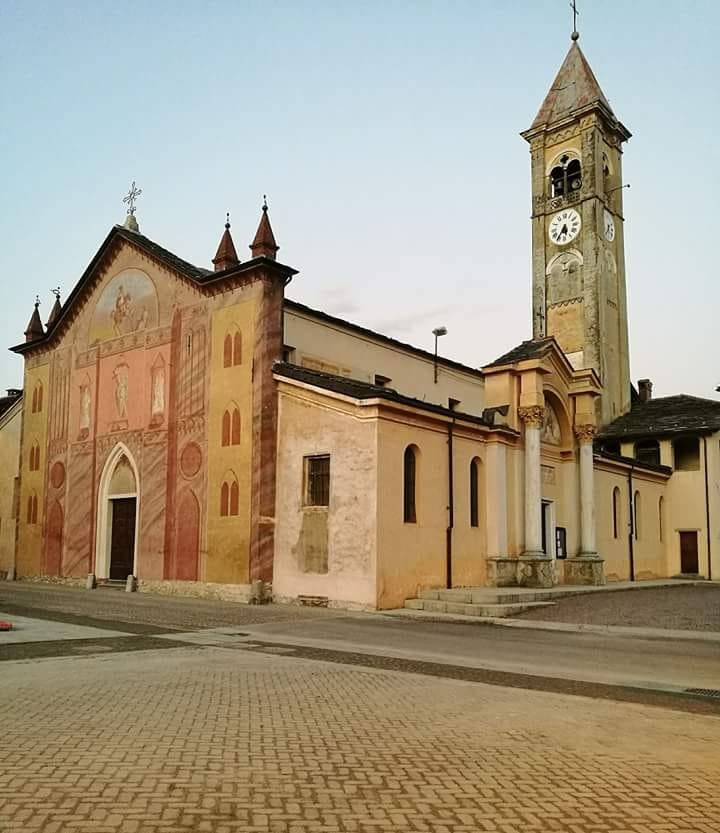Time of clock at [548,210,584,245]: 5:35
